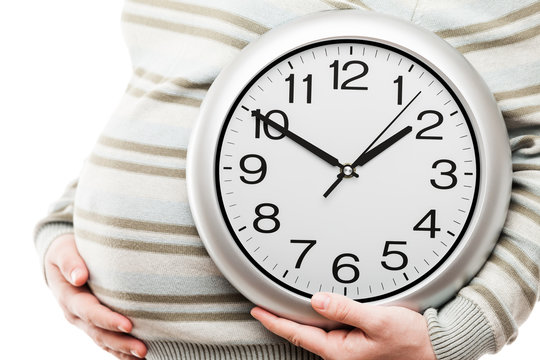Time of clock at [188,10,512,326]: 1:50
